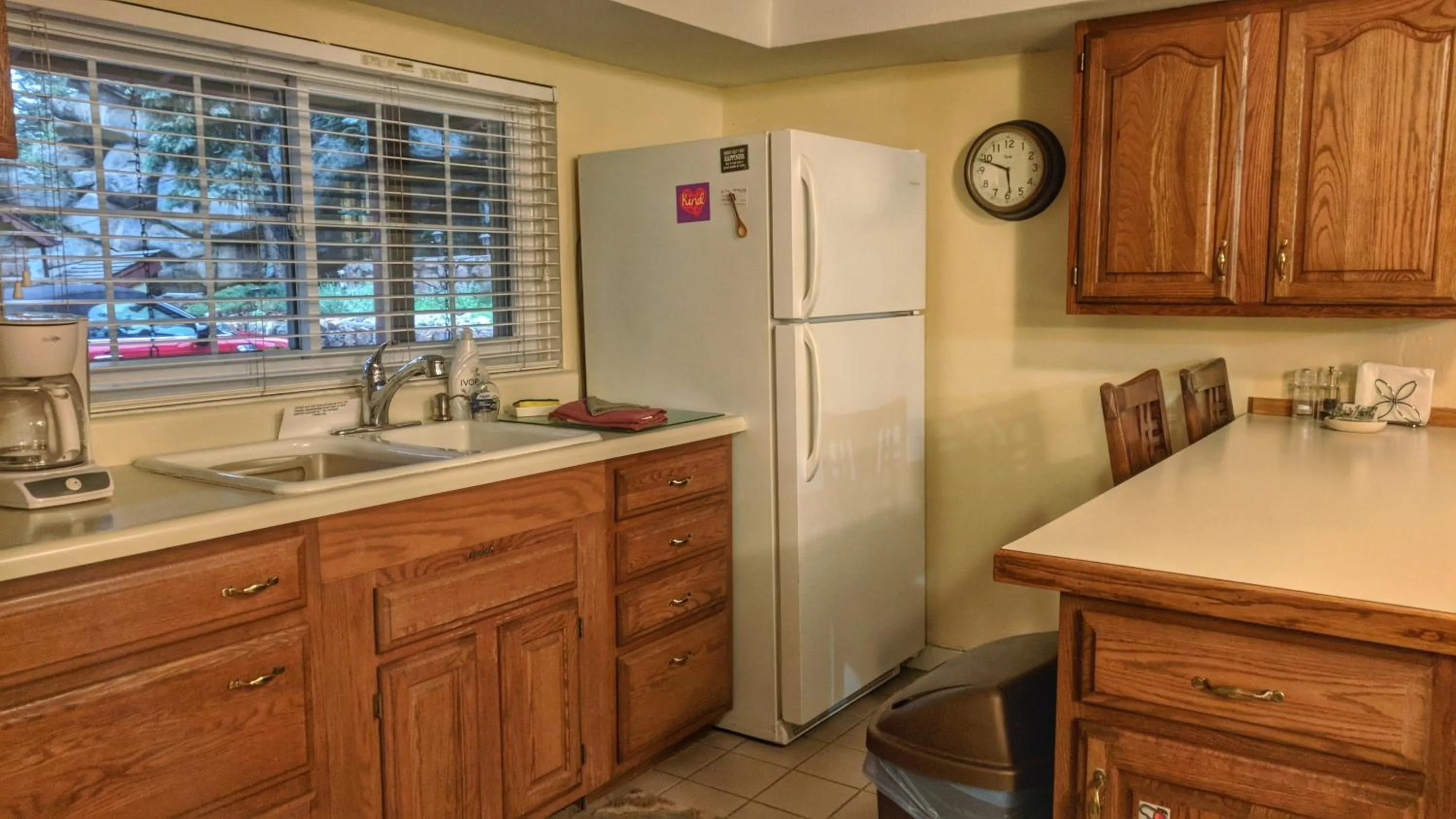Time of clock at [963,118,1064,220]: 5:48
